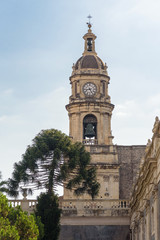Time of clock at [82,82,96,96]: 8:25
